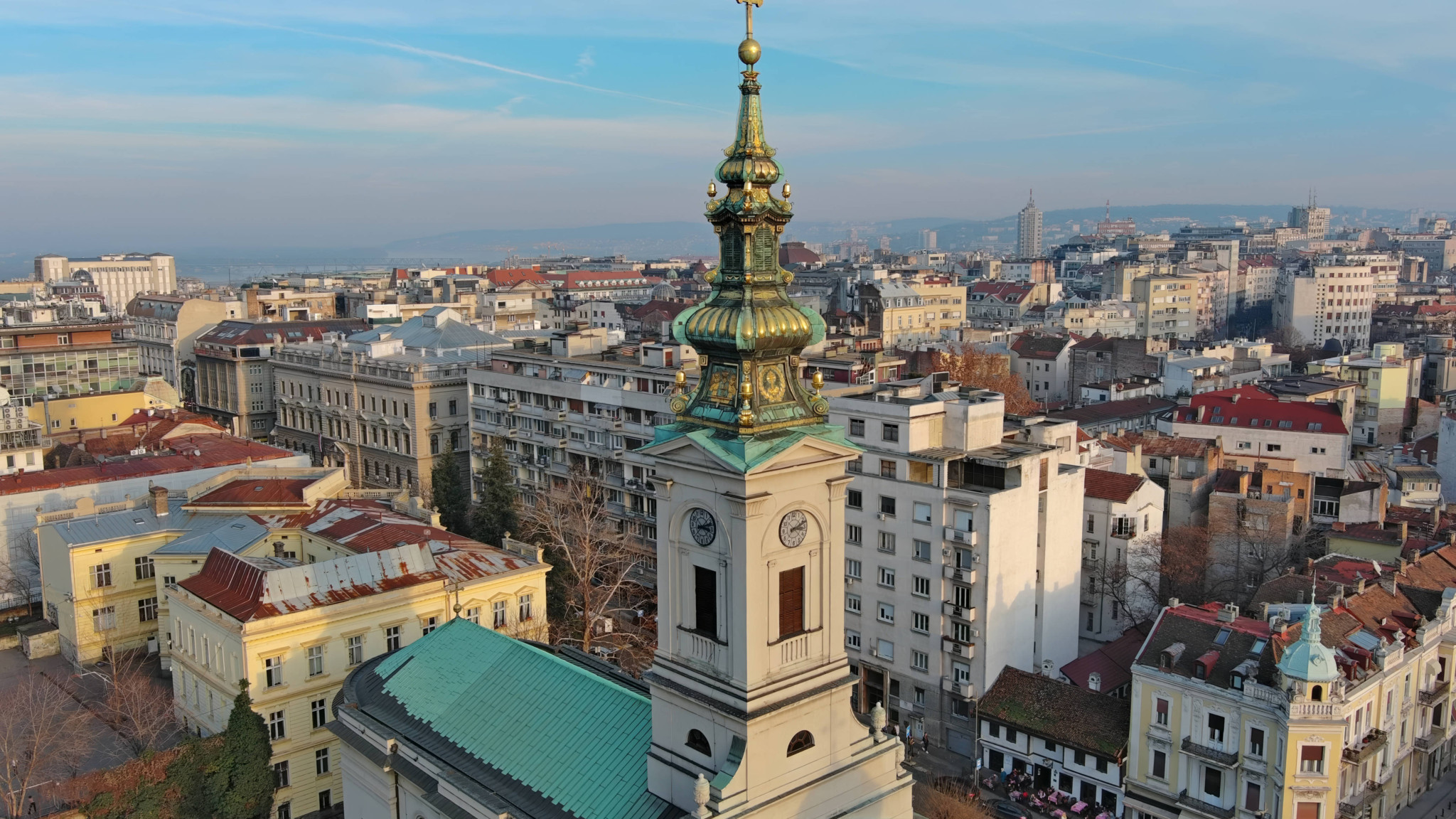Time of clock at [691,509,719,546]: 3:11
